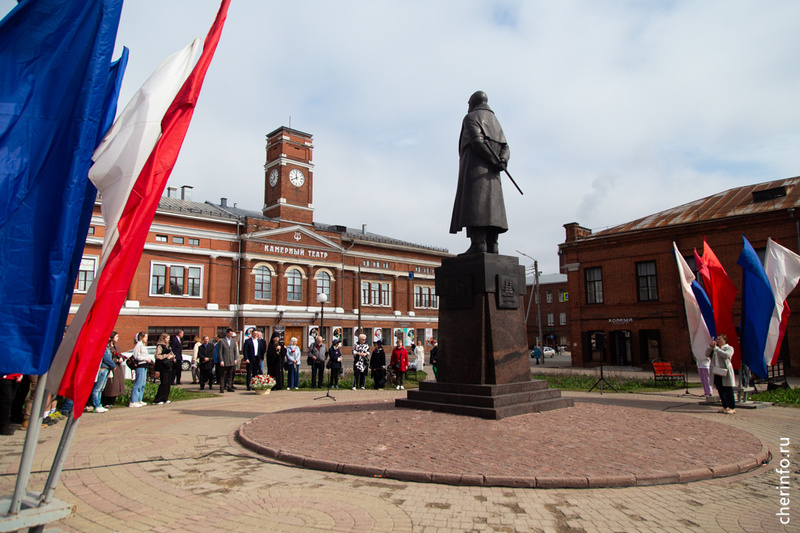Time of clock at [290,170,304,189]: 11:40
